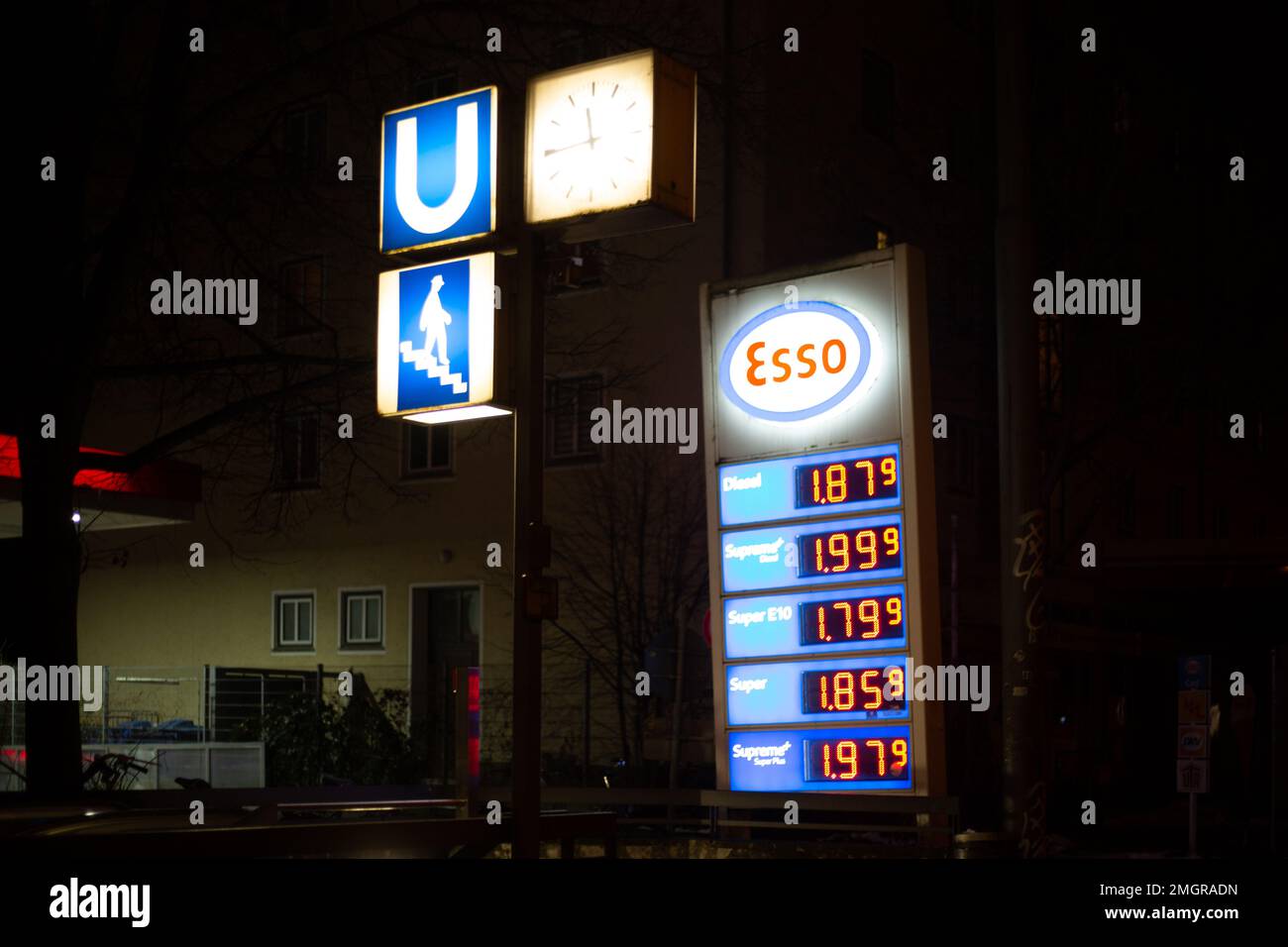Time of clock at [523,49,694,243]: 11:44
